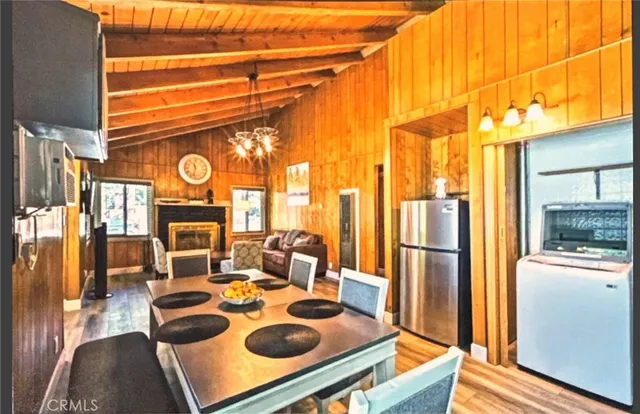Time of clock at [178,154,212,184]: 11:32
